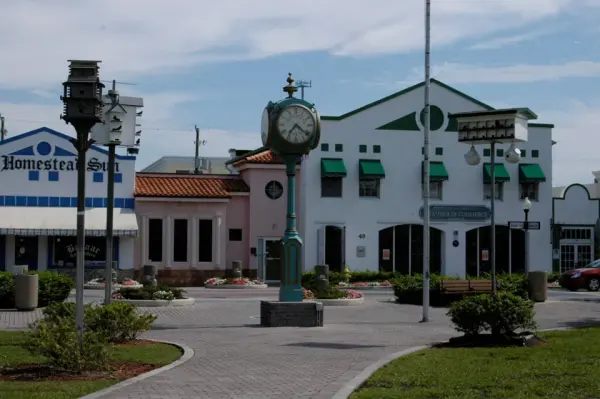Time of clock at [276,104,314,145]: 7:21
